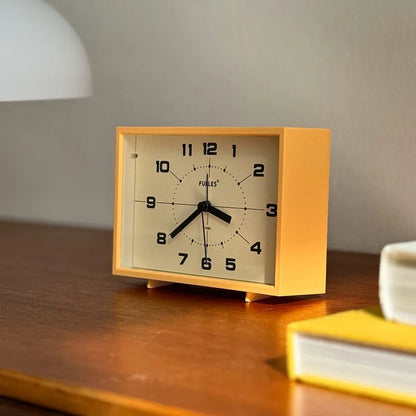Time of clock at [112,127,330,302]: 3:38
